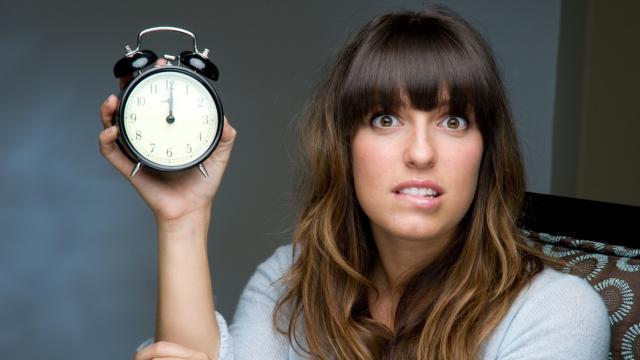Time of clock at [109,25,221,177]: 12:00
